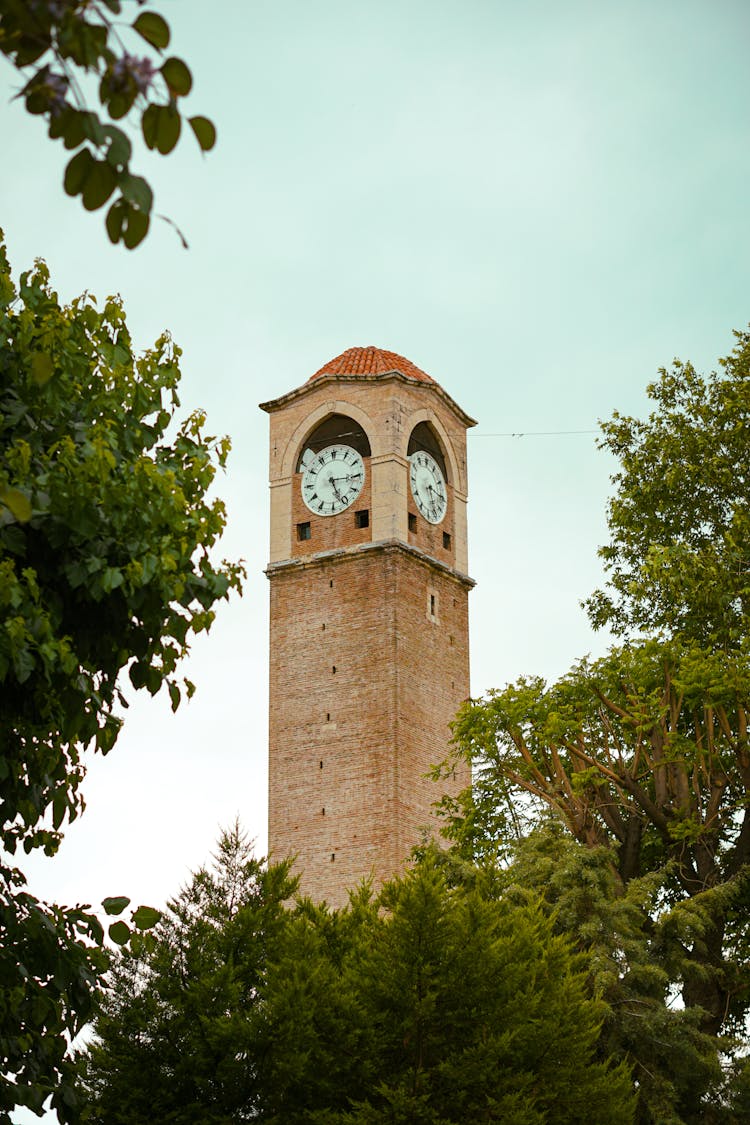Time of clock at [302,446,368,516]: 5:15
